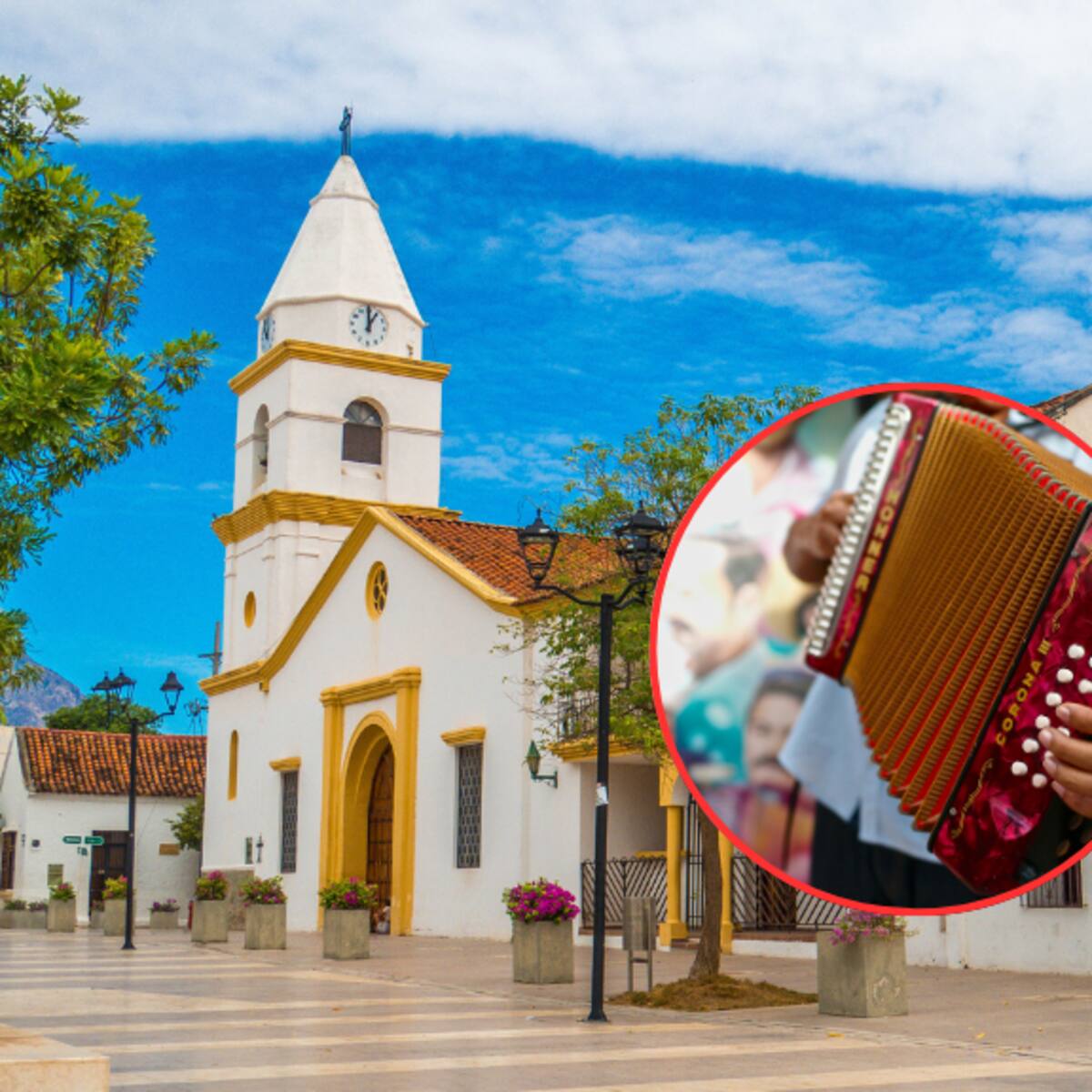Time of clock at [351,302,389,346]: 12:59
